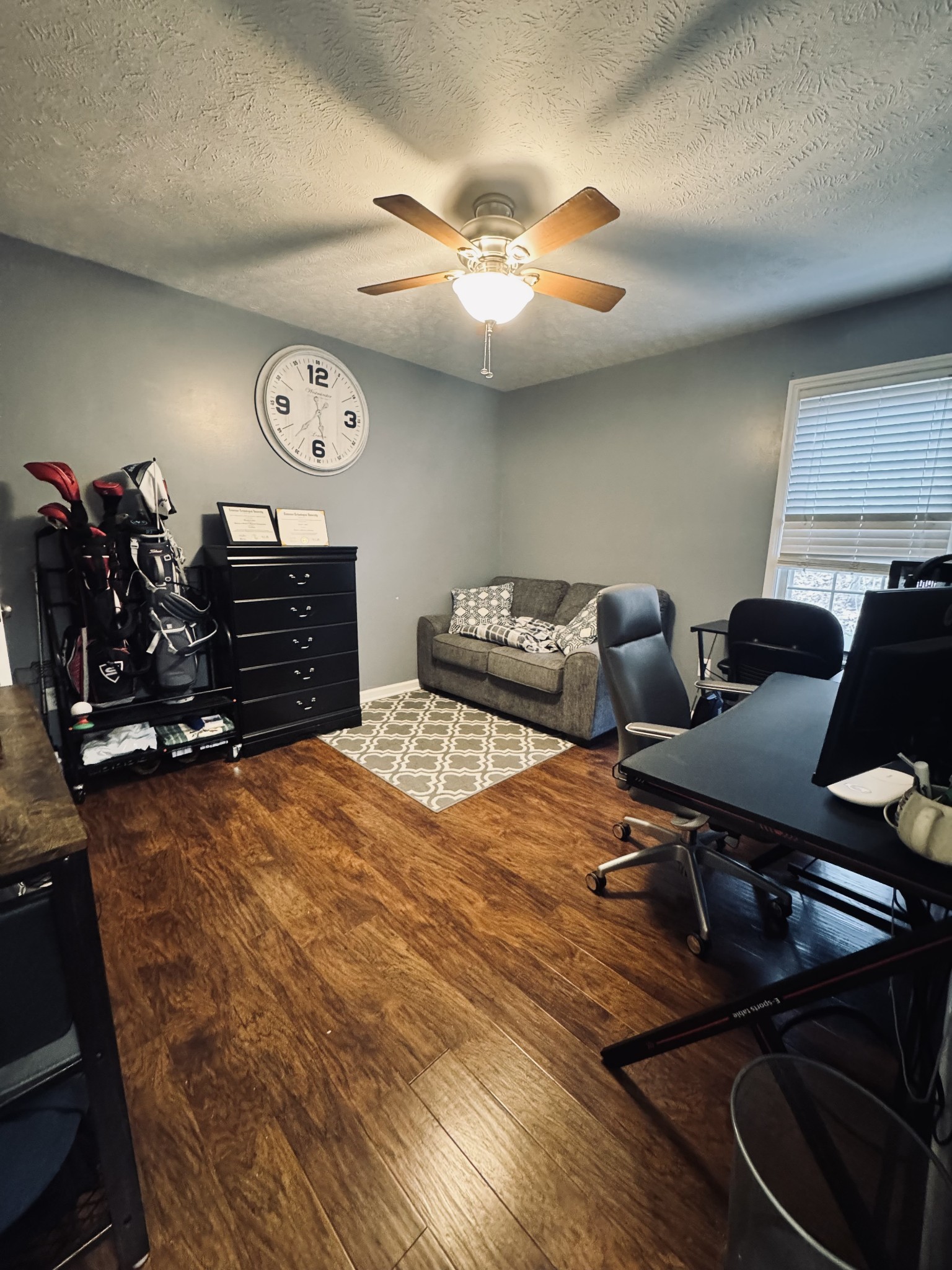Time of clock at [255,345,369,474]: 5:36
